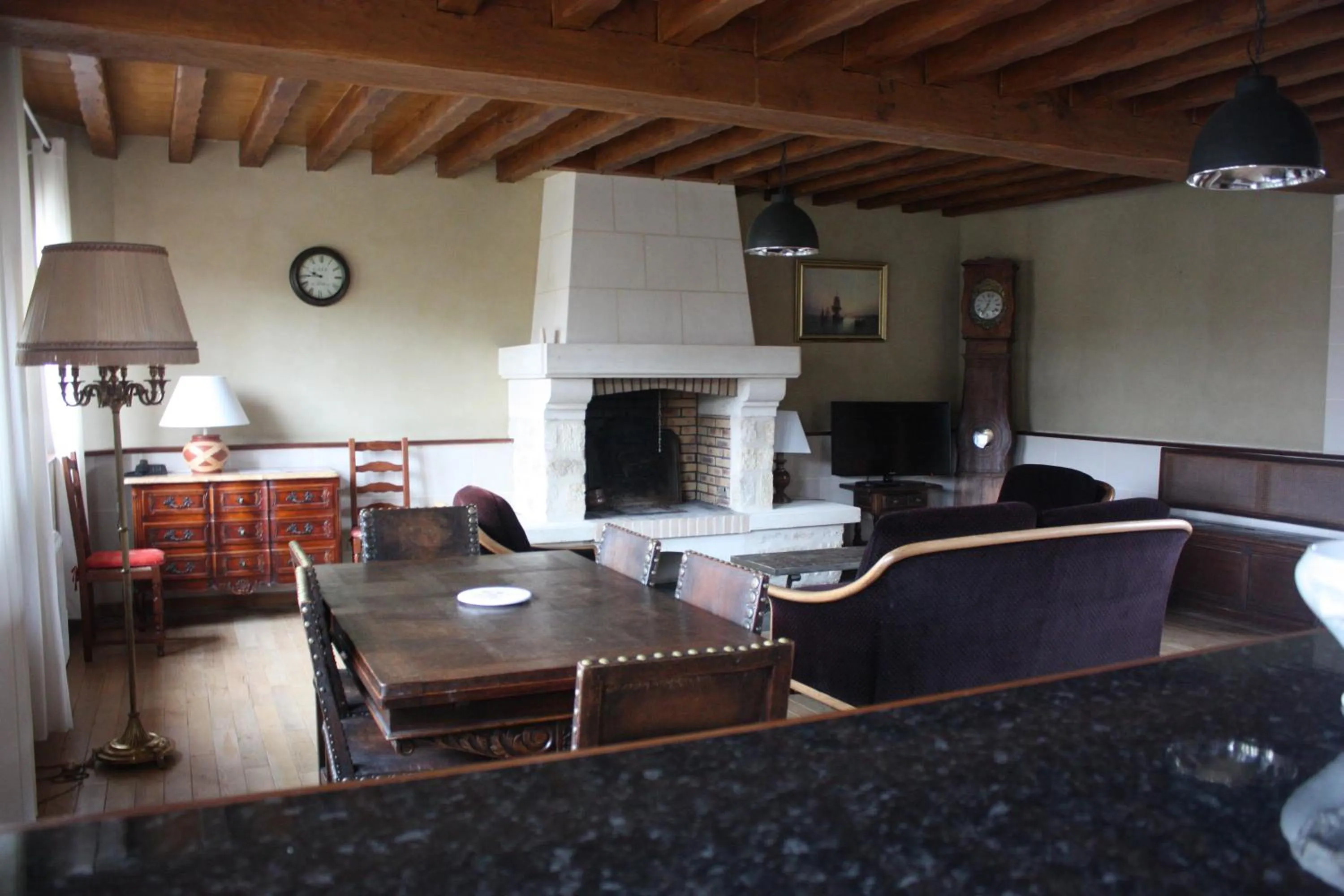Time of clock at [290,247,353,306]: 9:44
